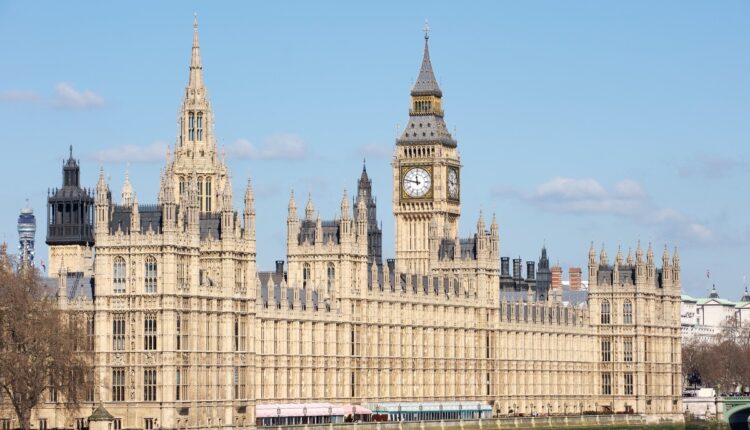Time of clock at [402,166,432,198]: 11:46
